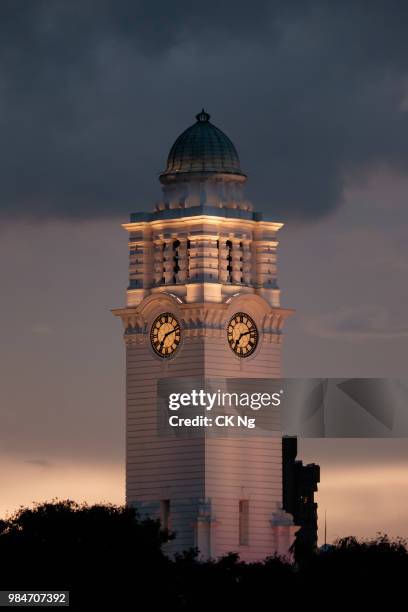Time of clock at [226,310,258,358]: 7:12
